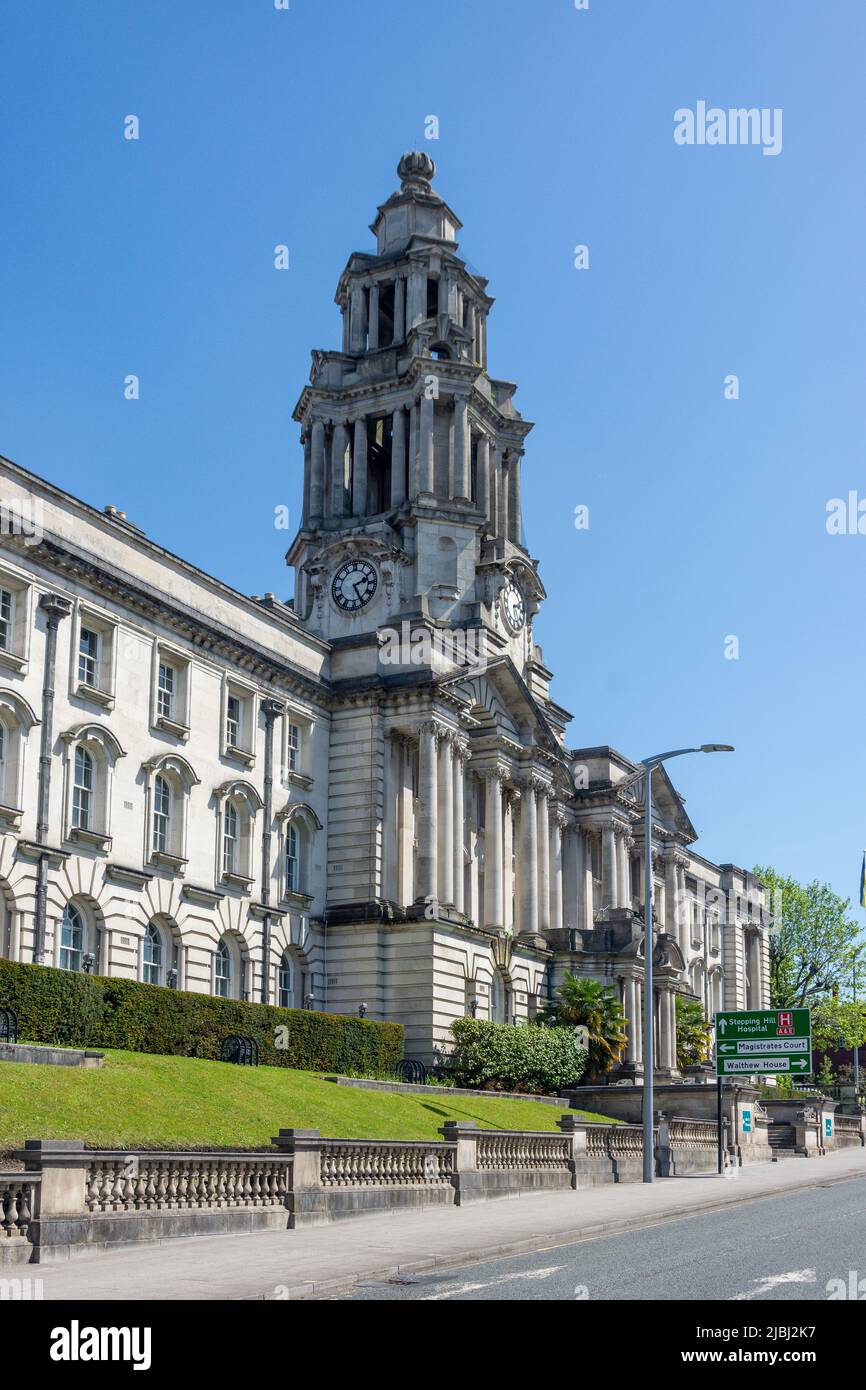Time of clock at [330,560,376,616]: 2:25
